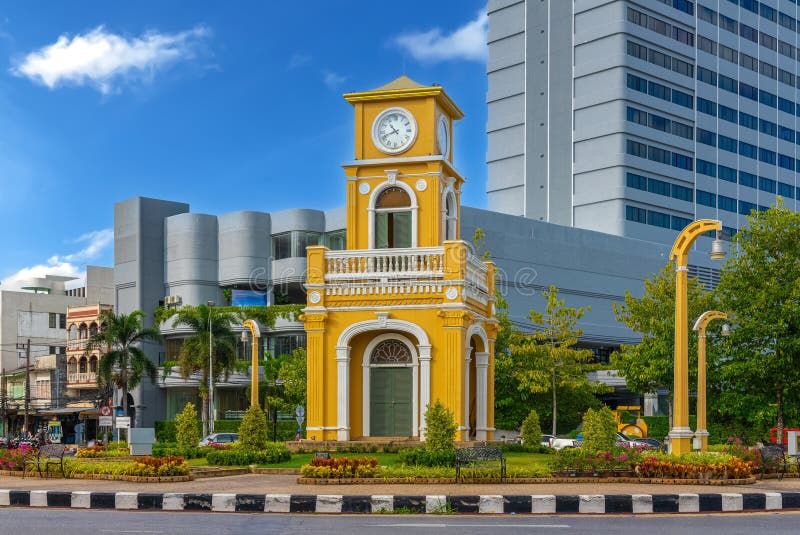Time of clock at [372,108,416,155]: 10:41
